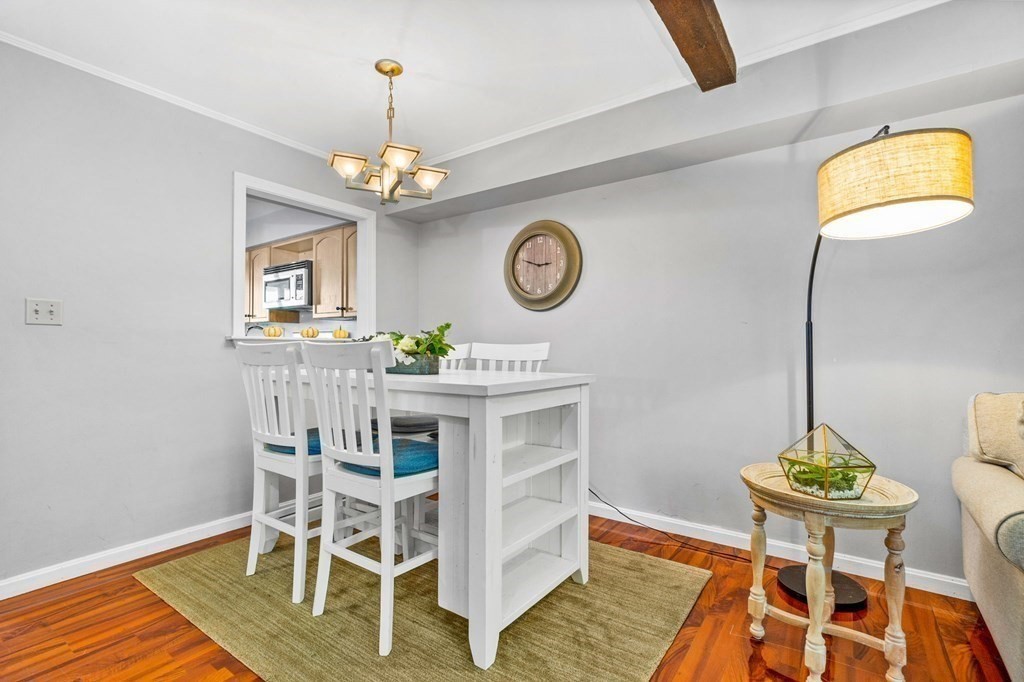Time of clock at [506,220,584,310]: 2:48
